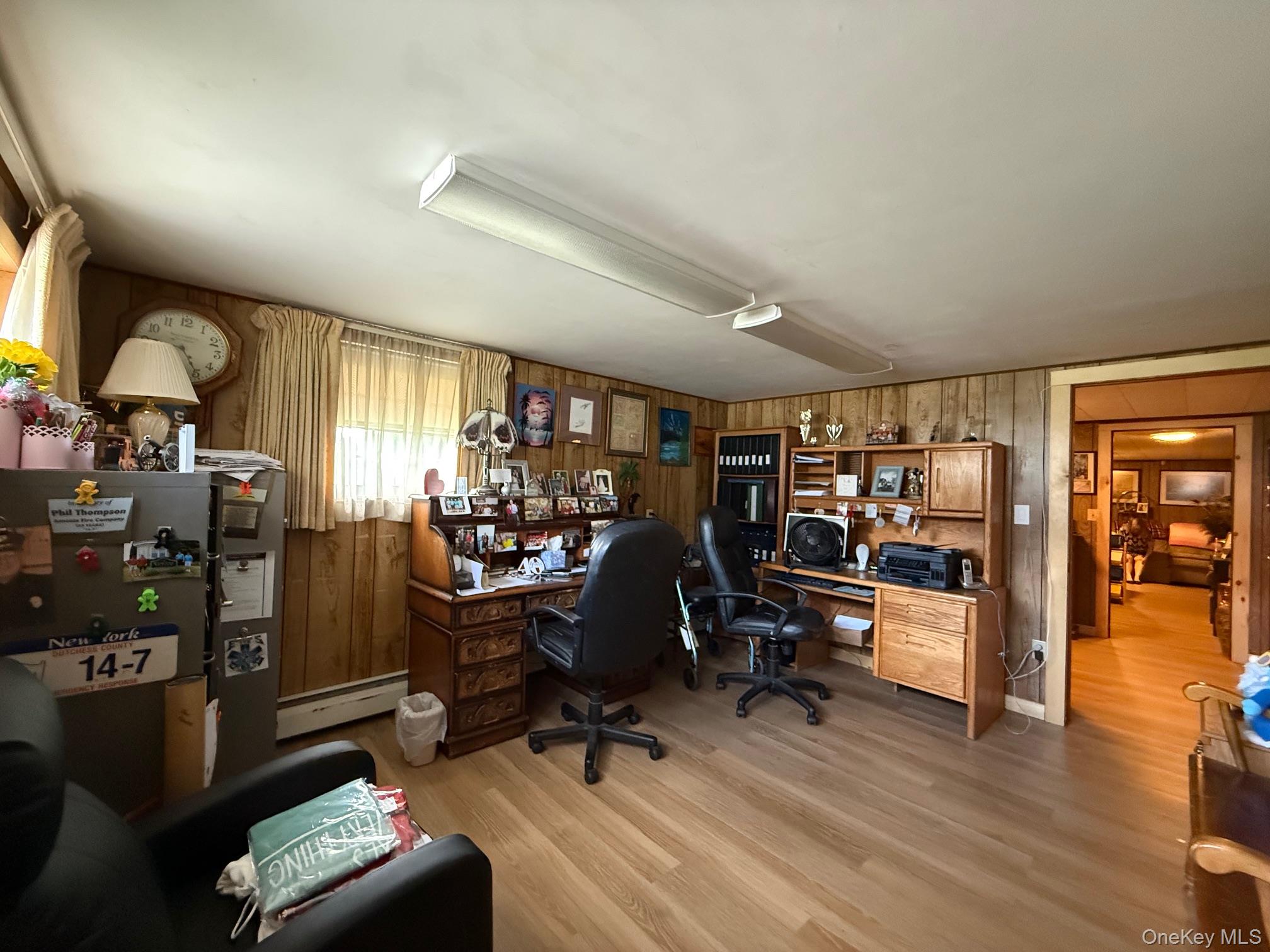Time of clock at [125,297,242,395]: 4:46
